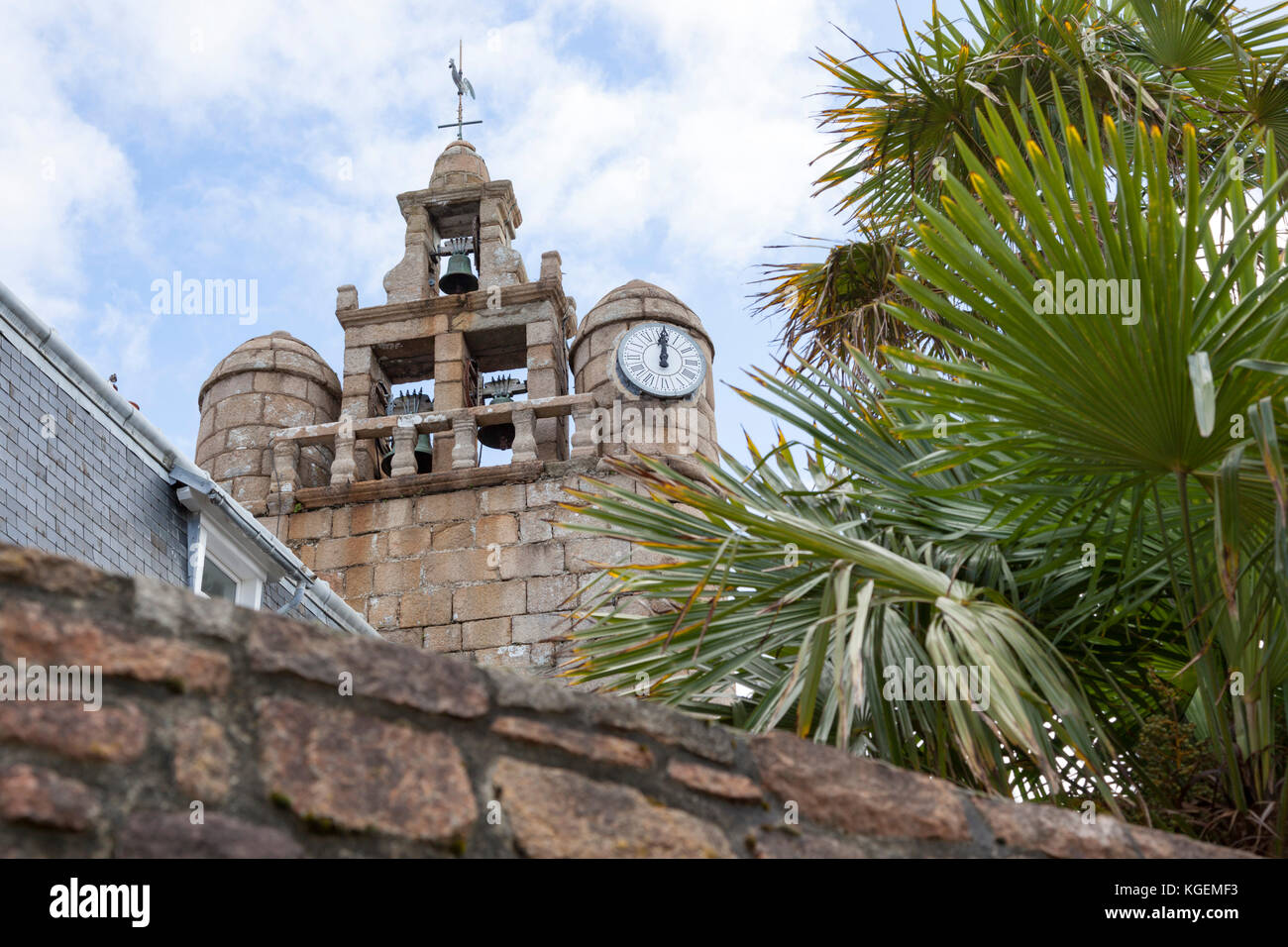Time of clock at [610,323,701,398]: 12:00
